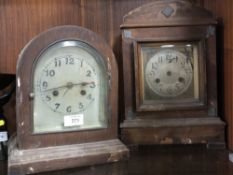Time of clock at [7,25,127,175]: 2:42
